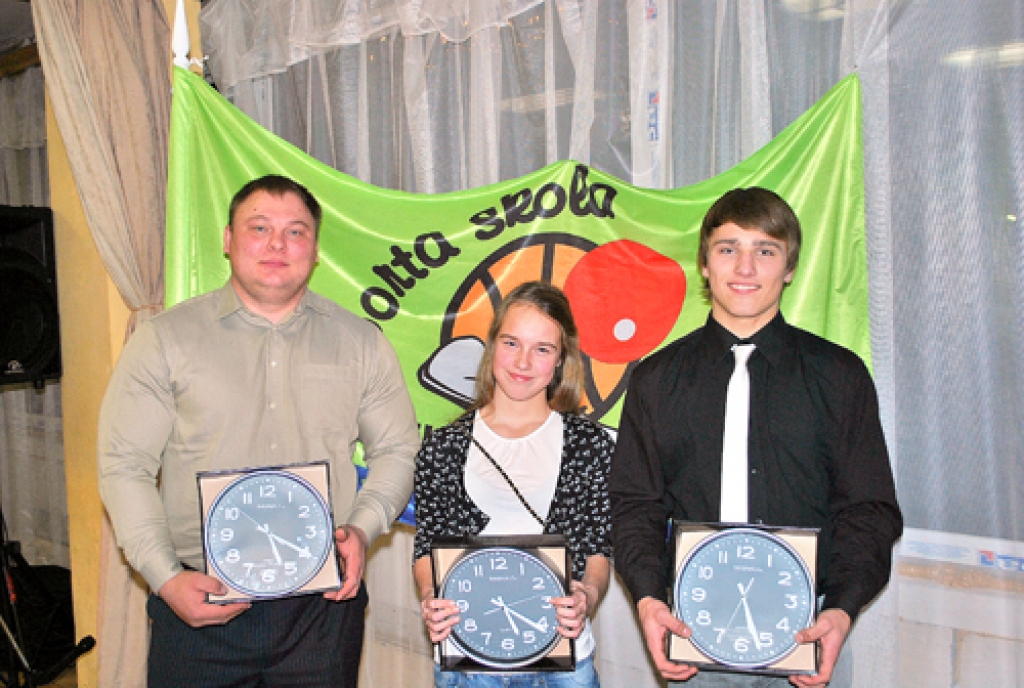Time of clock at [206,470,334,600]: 5:19
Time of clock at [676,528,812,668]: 5:26
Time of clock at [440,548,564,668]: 5:21
